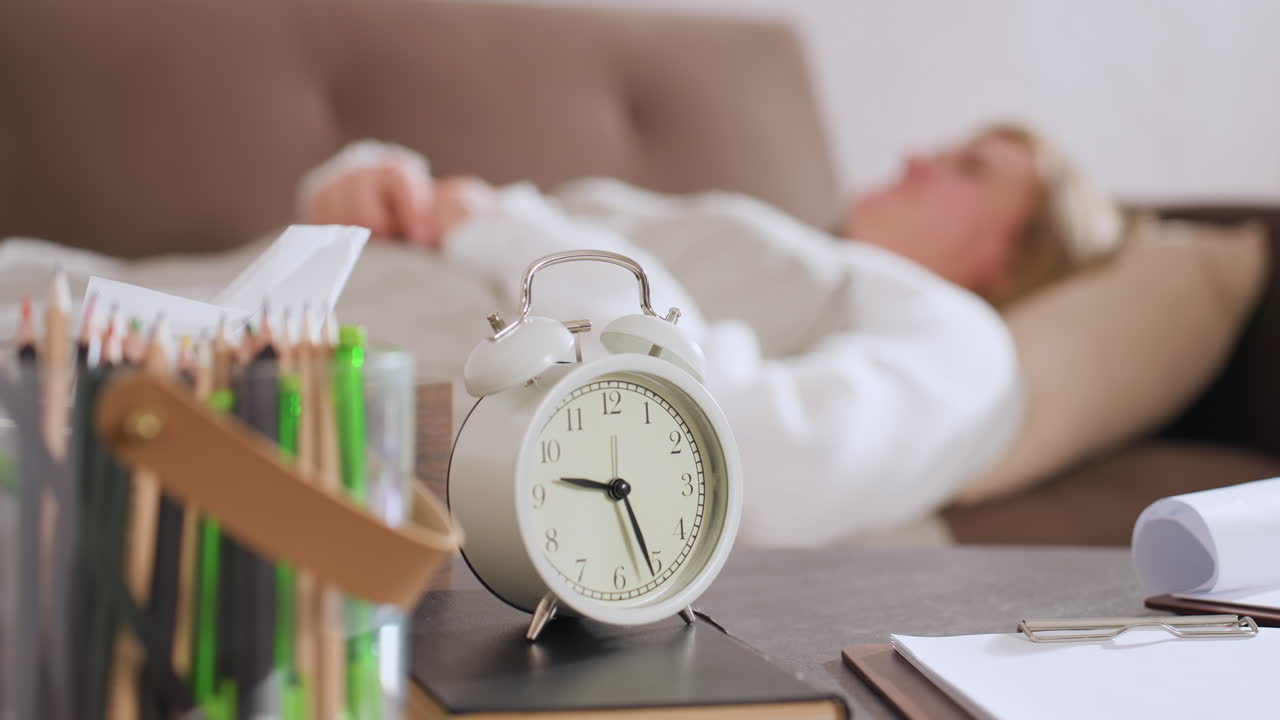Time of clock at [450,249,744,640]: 9:26
